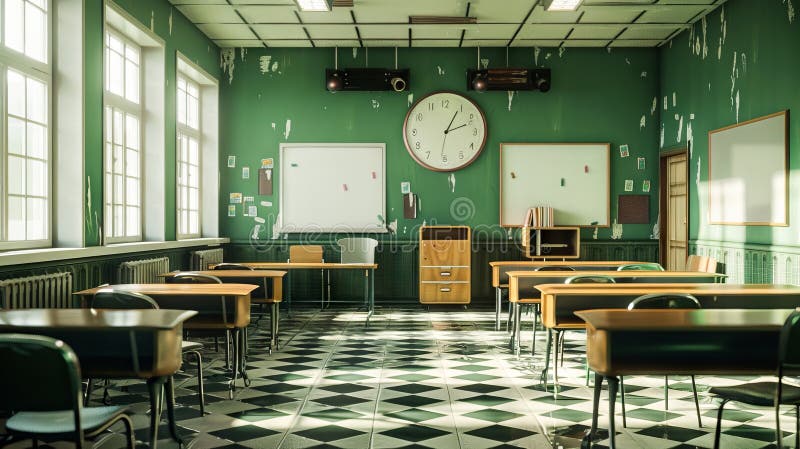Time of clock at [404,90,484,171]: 1:11
